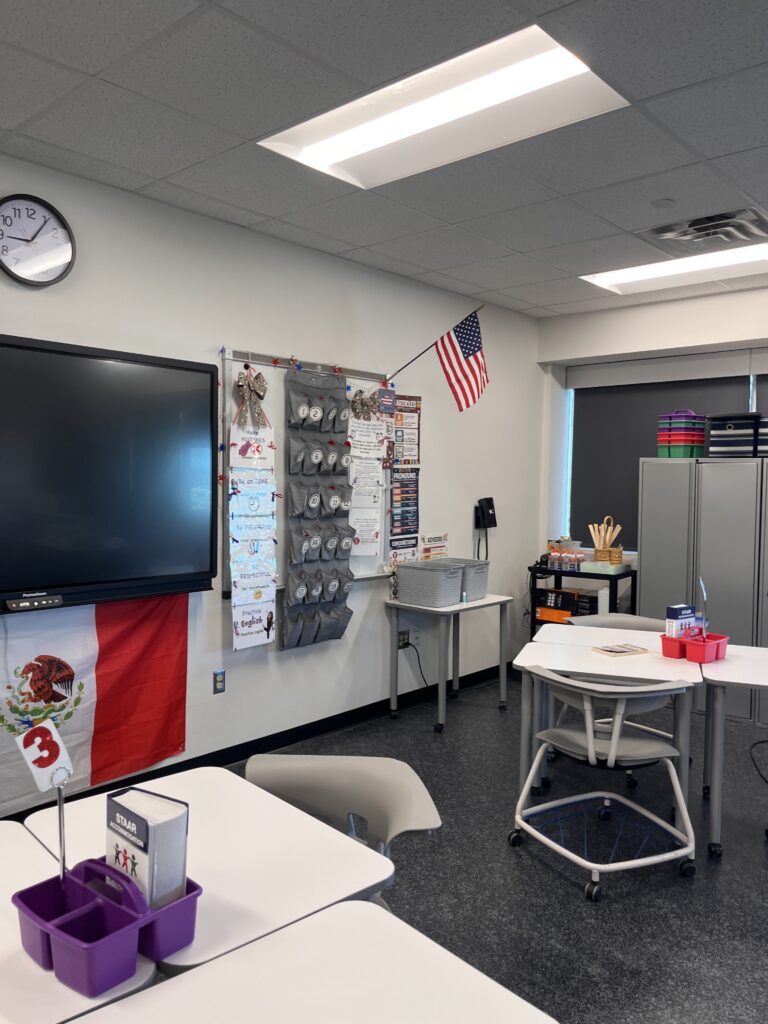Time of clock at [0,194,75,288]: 9:06
